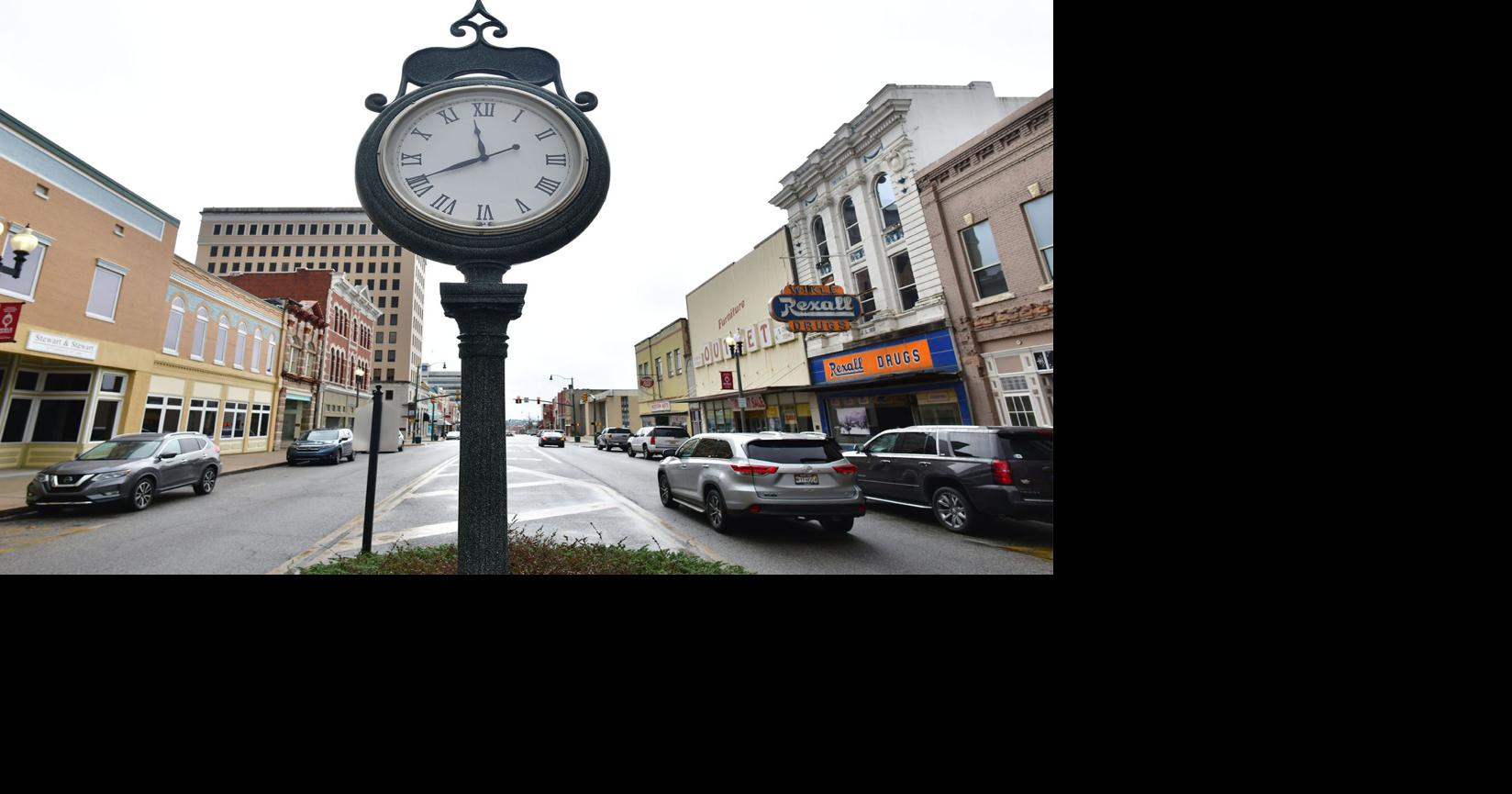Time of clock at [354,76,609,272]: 11:40
